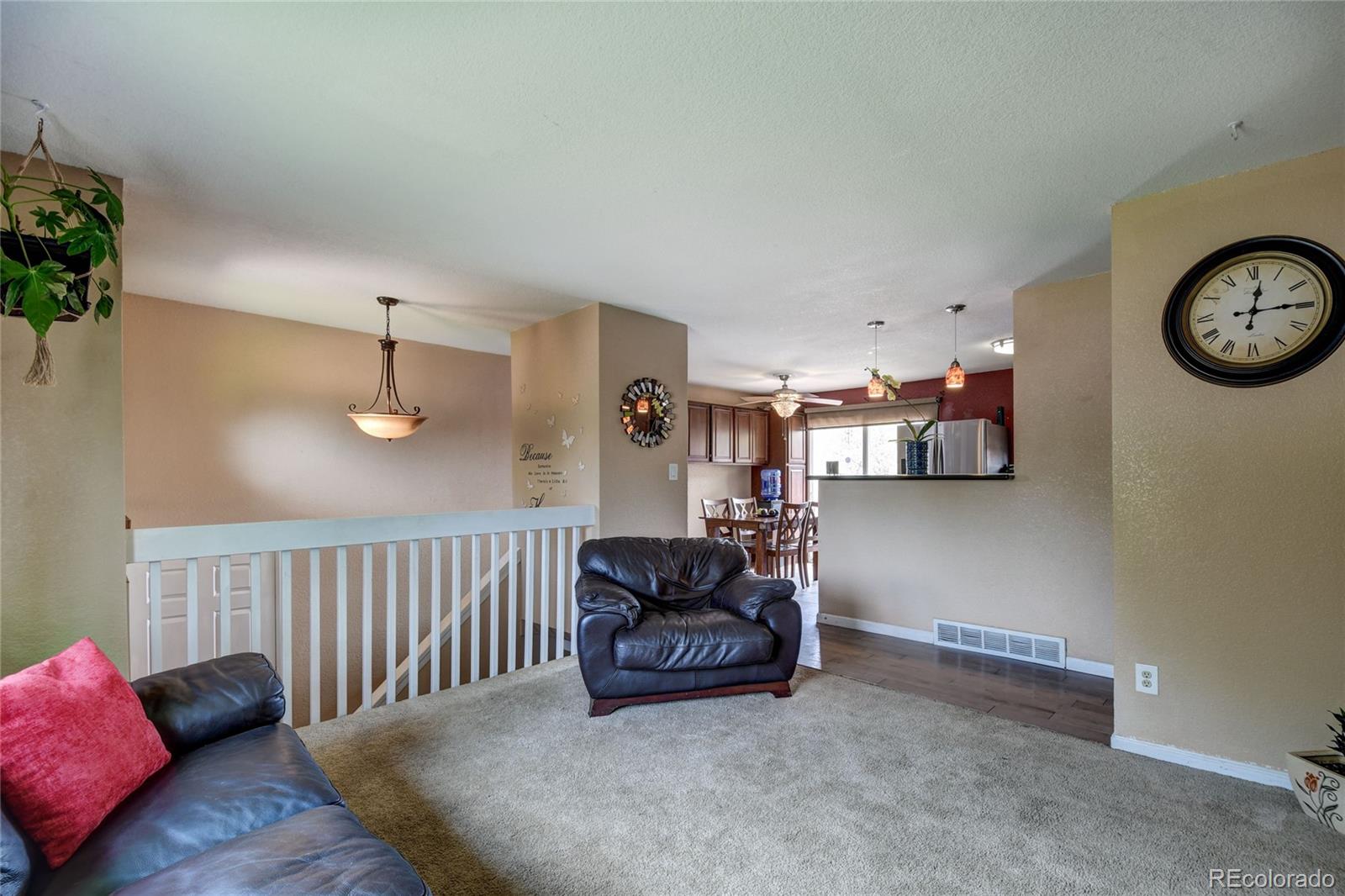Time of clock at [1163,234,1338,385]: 12:14
